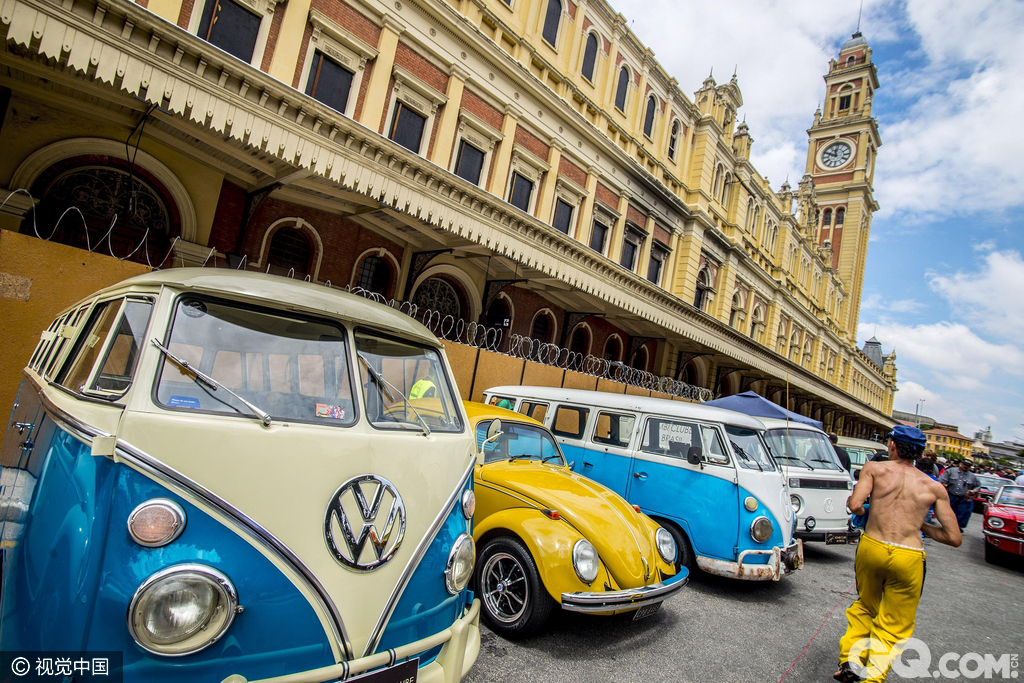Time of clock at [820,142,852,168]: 11:48
